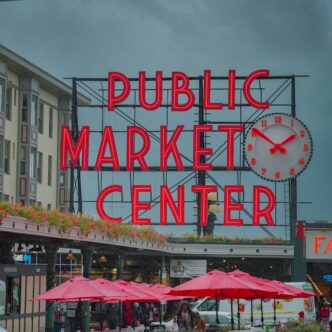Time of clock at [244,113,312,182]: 1:50
